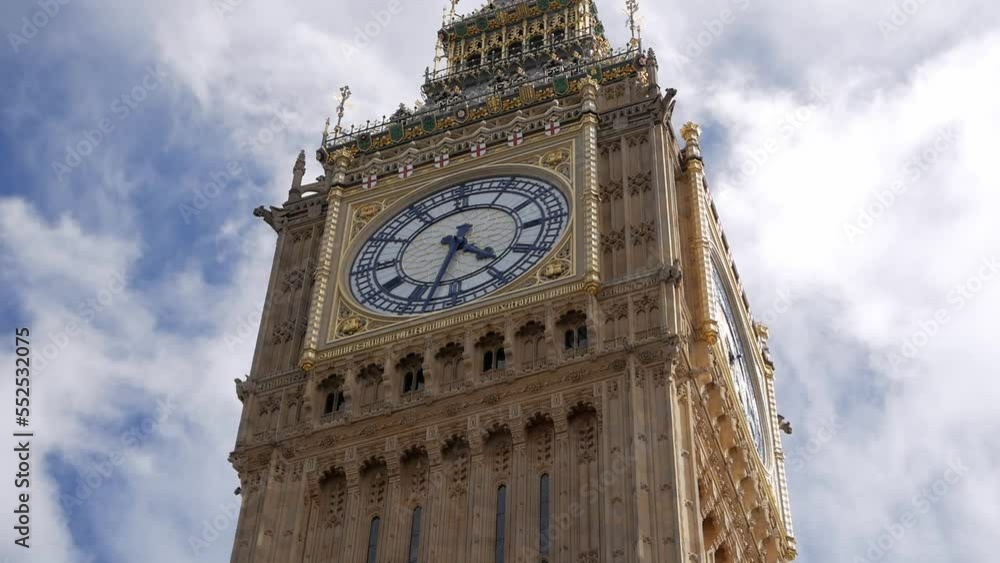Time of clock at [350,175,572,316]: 4:33
